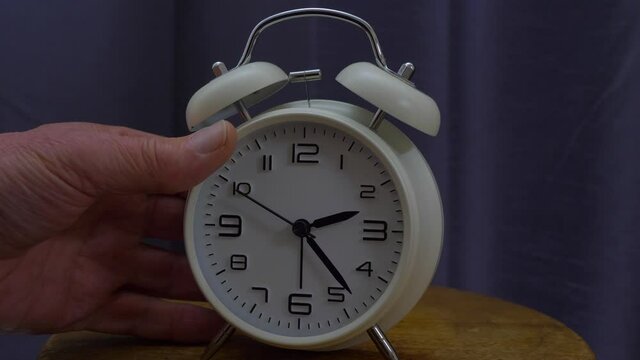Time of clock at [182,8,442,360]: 2:23
